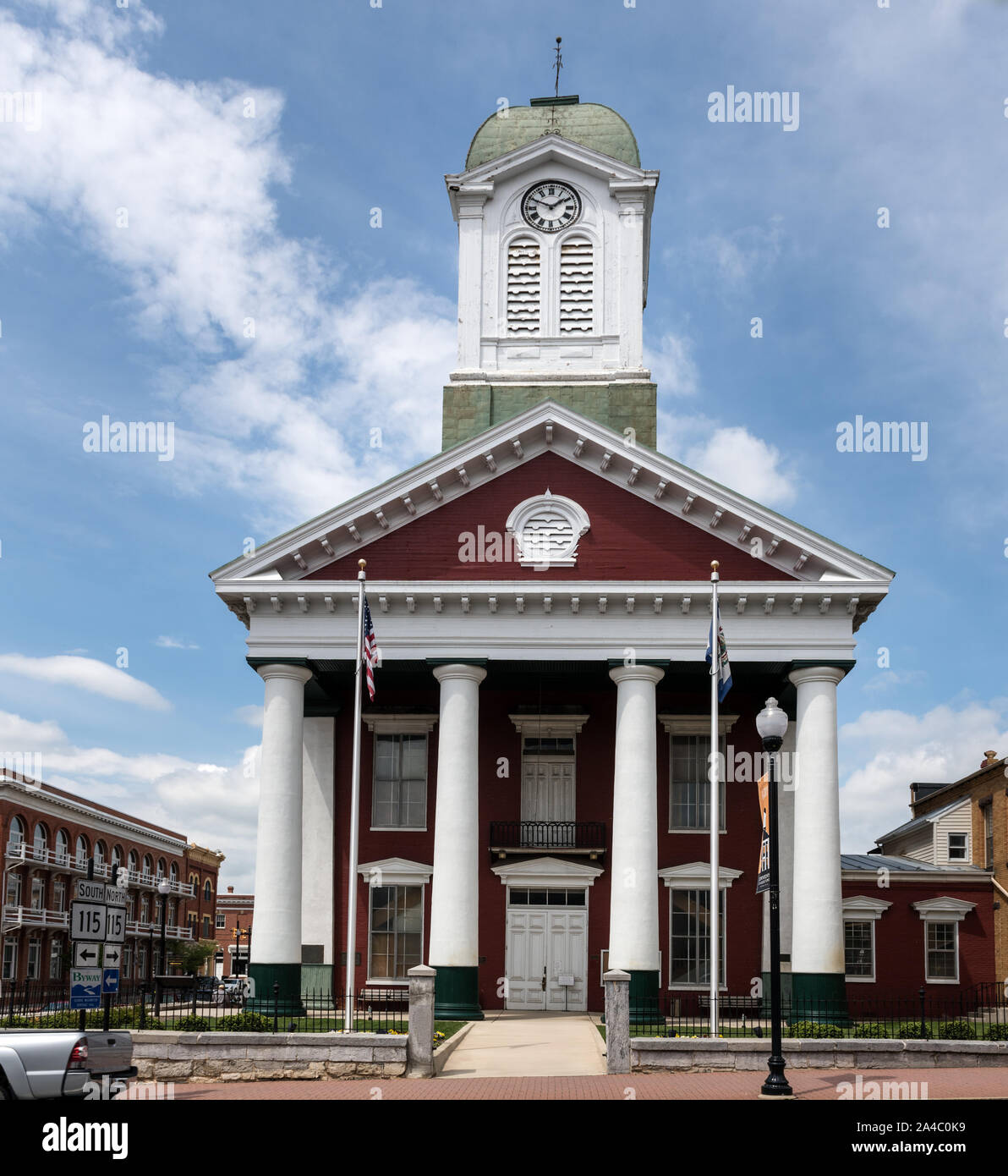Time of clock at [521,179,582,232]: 1:49
